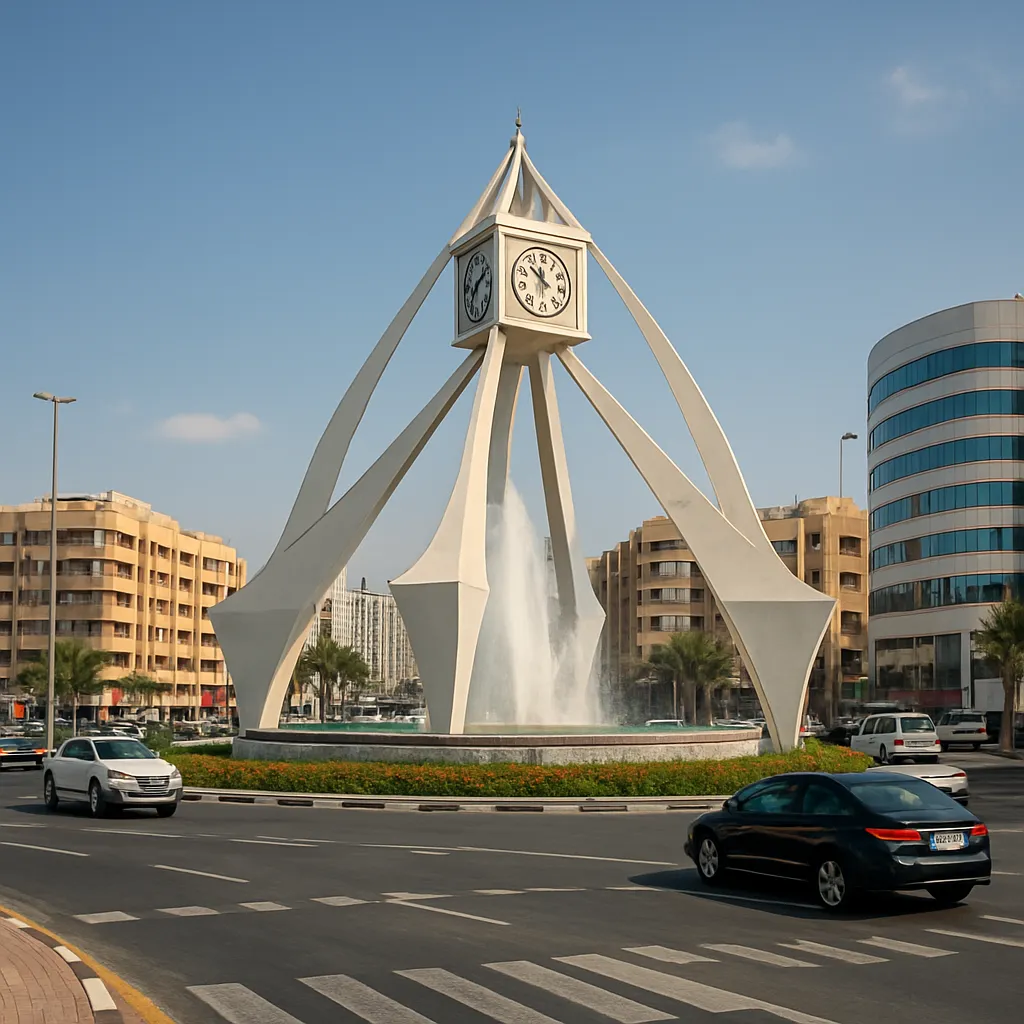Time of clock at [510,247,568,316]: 11:52
